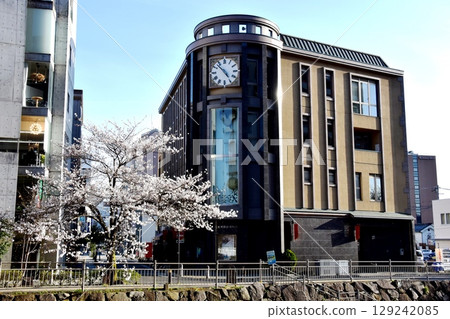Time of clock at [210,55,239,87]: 4:52
